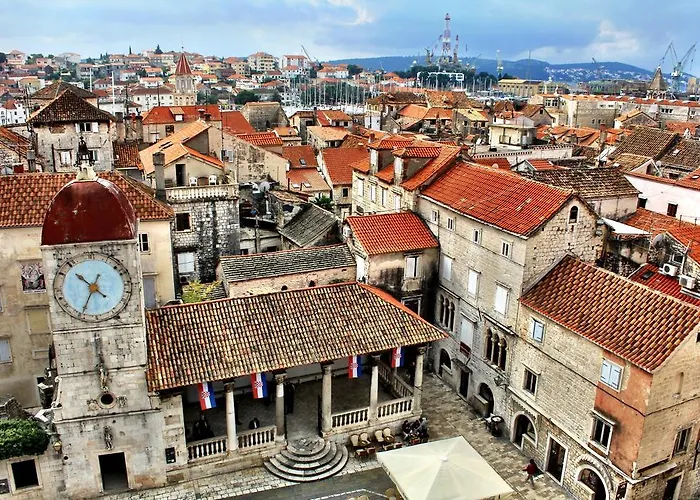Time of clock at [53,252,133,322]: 10:34
